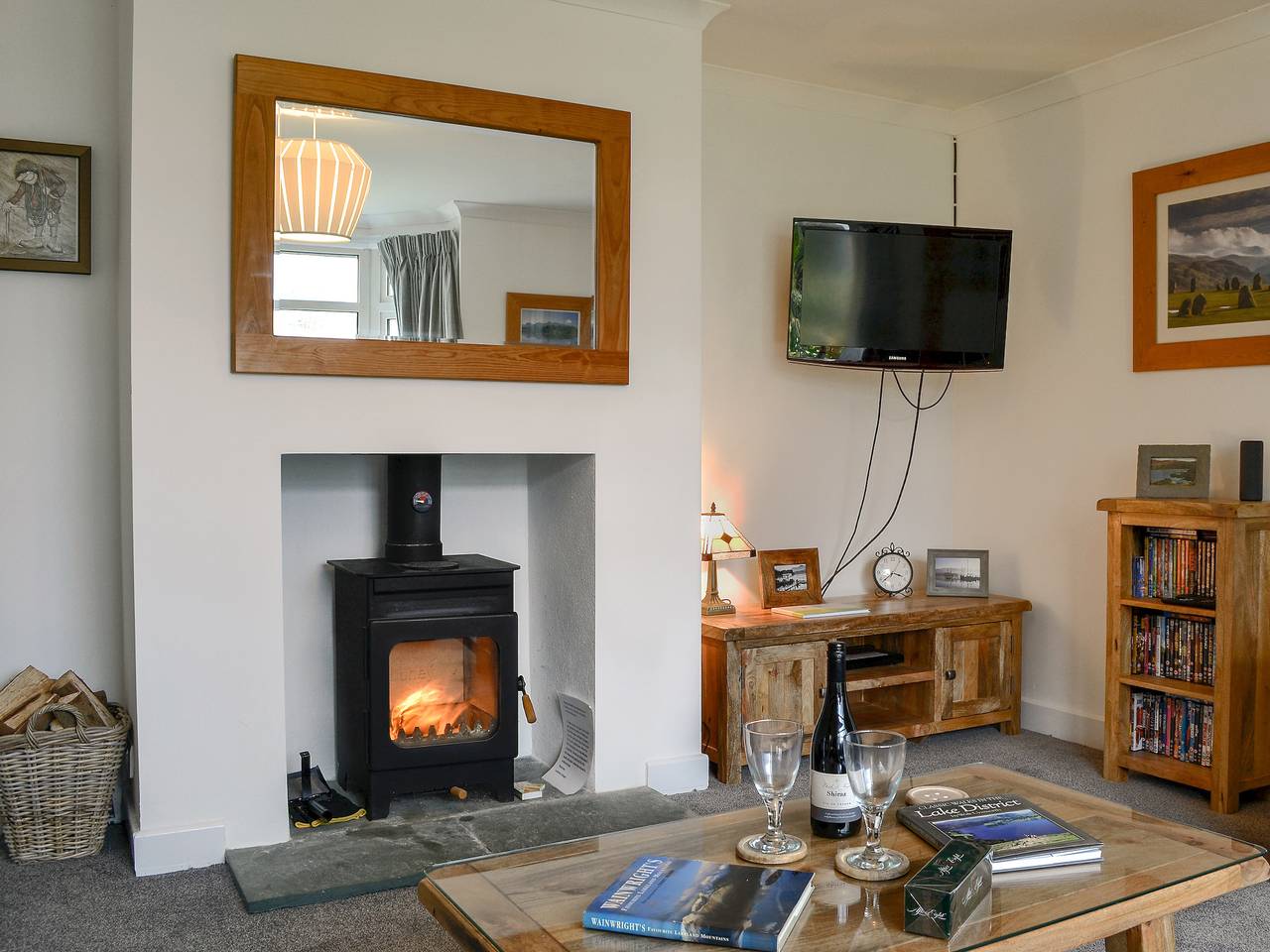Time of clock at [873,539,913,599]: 3:38
